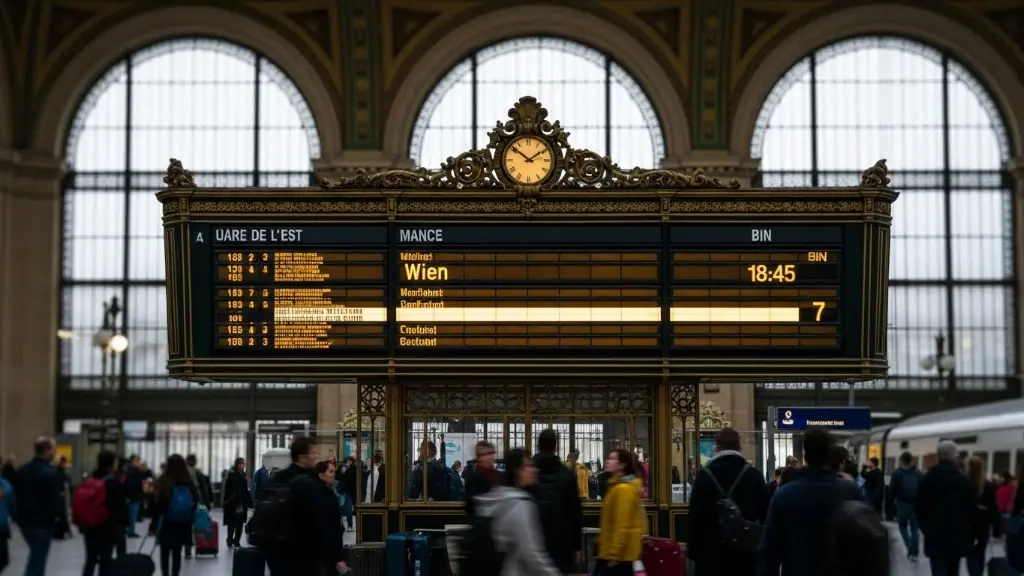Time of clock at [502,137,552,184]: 1:51
